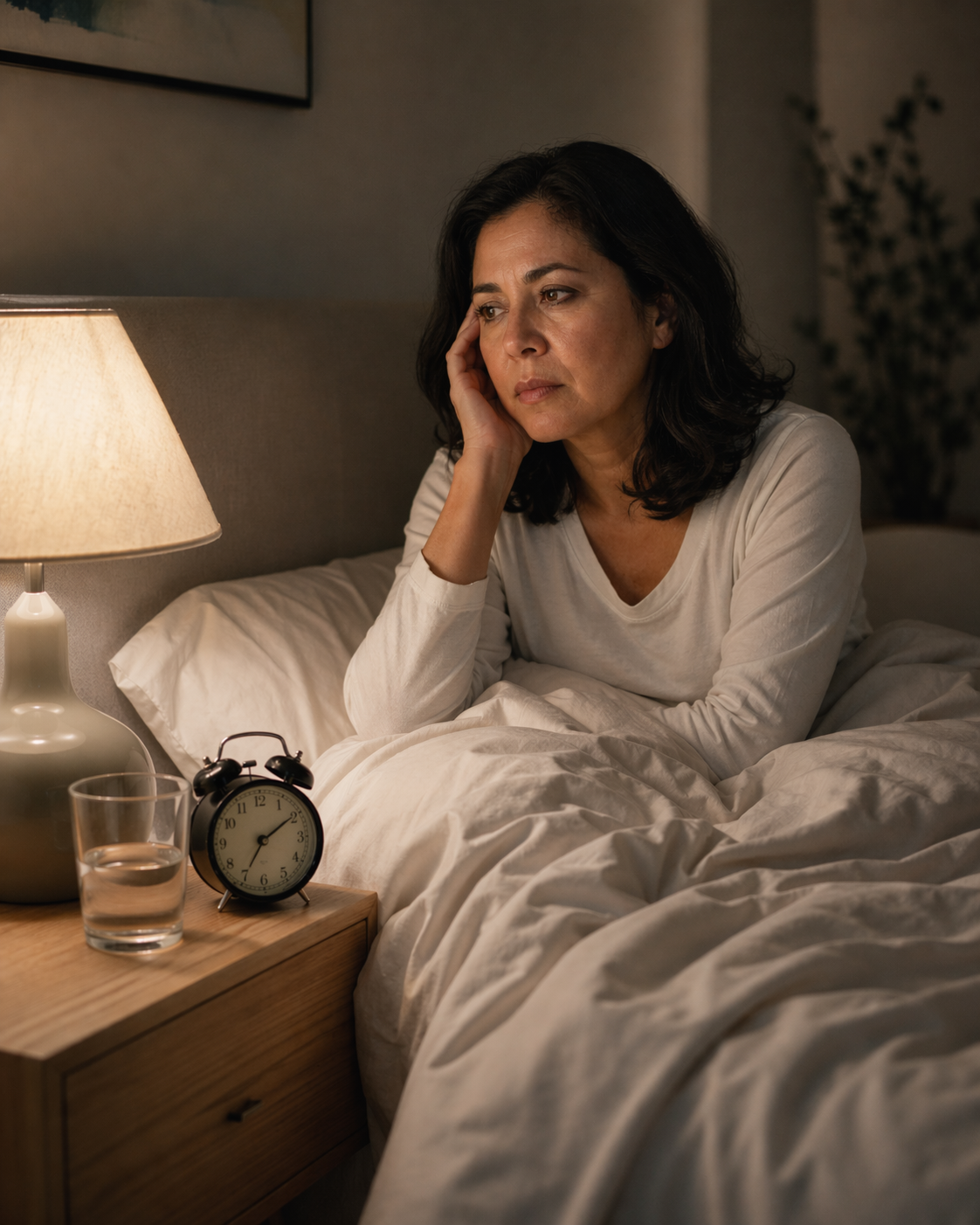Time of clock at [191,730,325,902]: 7:09
